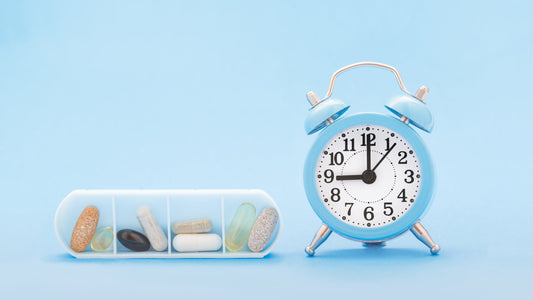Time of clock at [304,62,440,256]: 9:00
